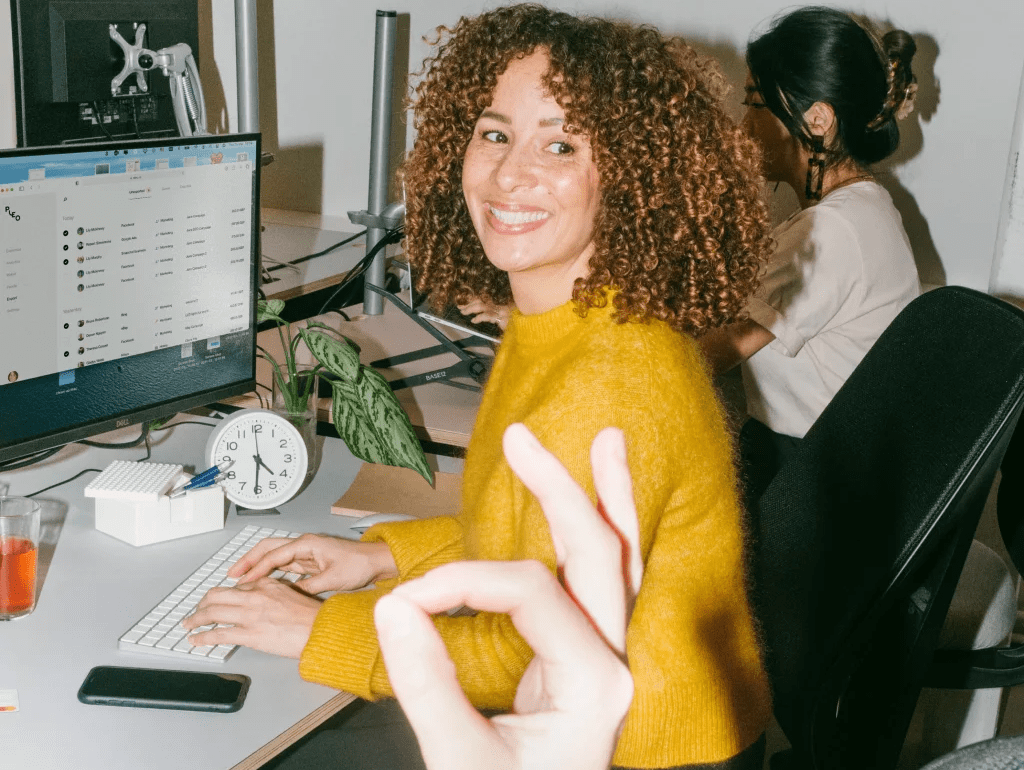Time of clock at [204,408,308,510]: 4:30
